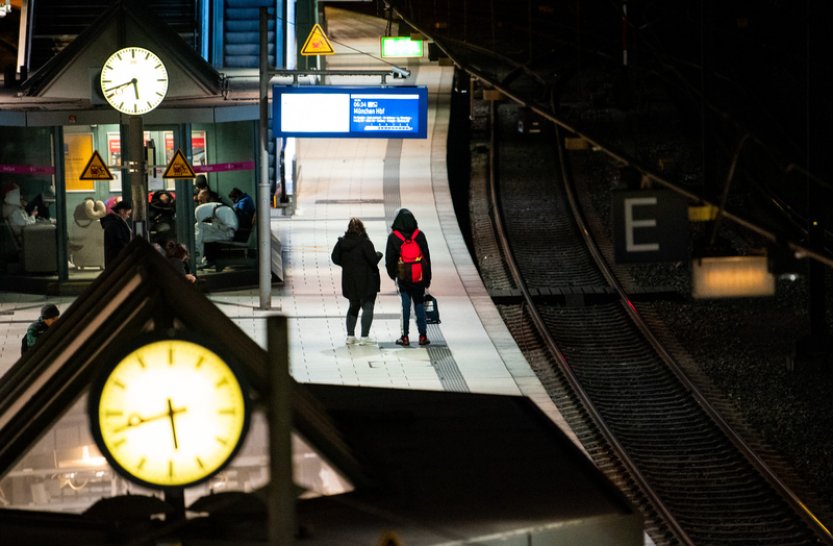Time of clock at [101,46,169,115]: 5:41
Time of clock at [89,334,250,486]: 5:42
